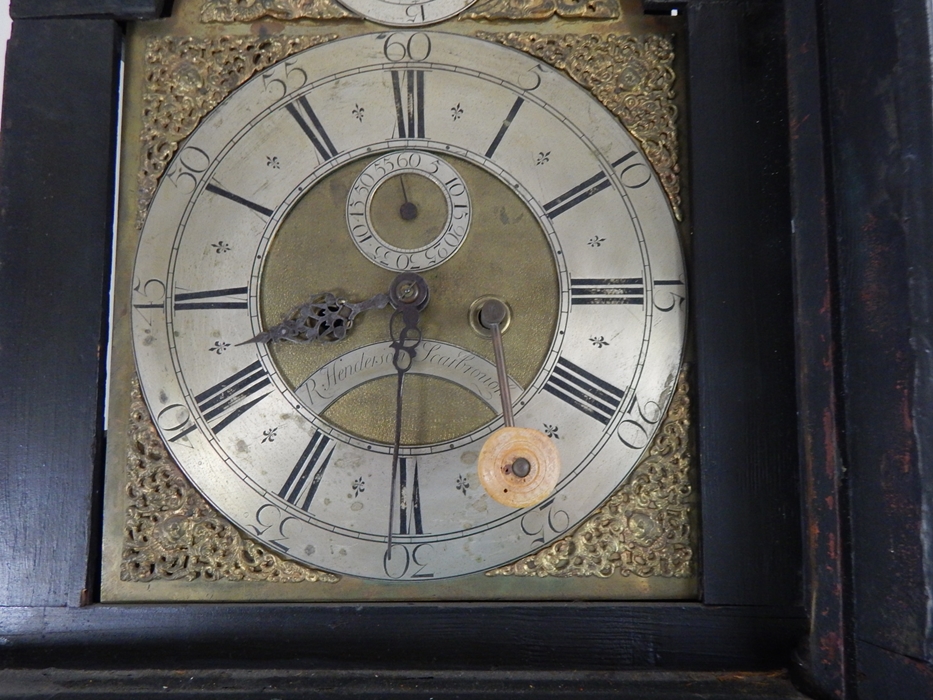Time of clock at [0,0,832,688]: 8:30
